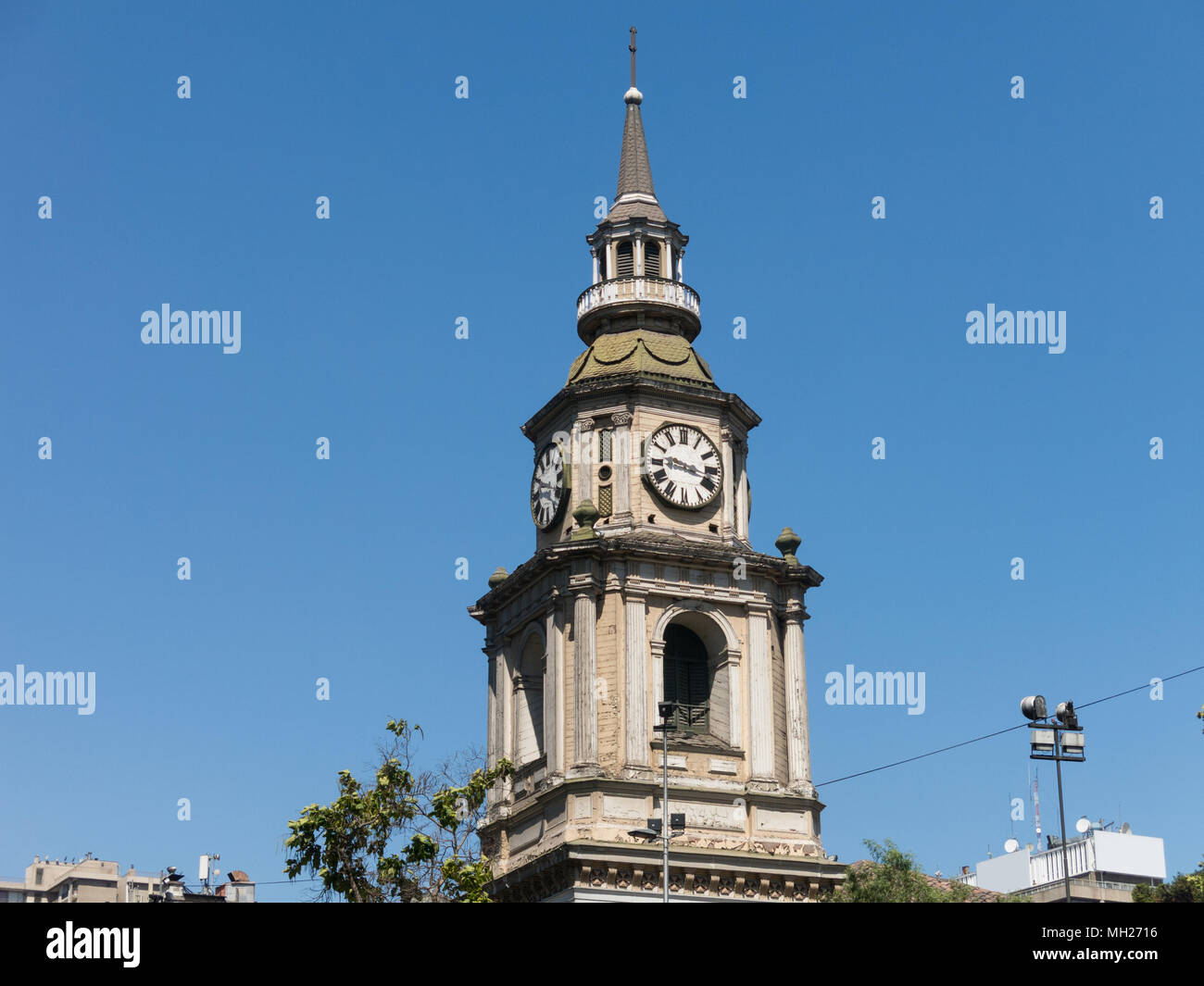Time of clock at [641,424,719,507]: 9:17
